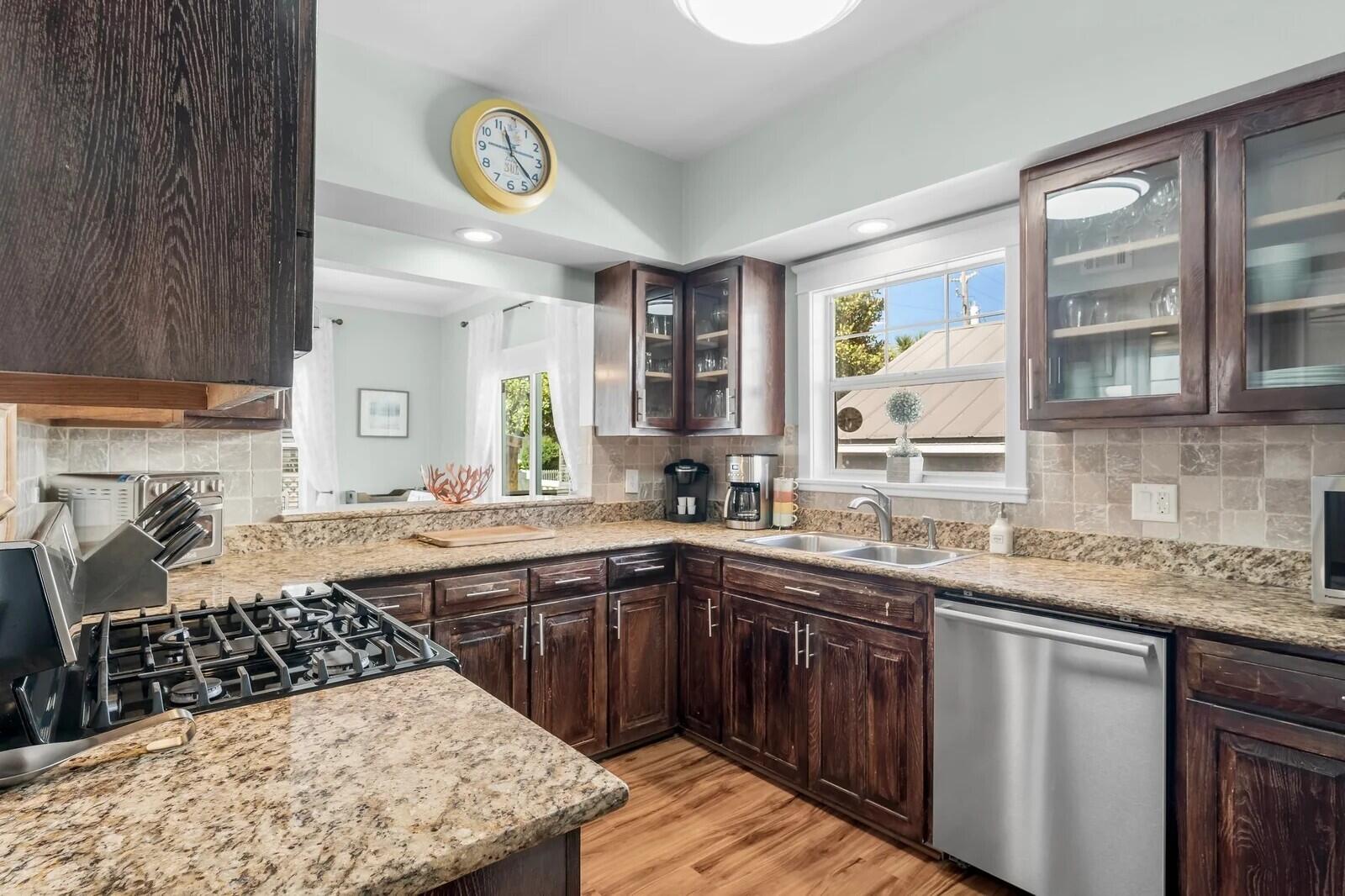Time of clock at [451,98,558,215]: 11:21
